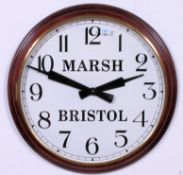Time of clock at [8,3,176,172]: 2:11
